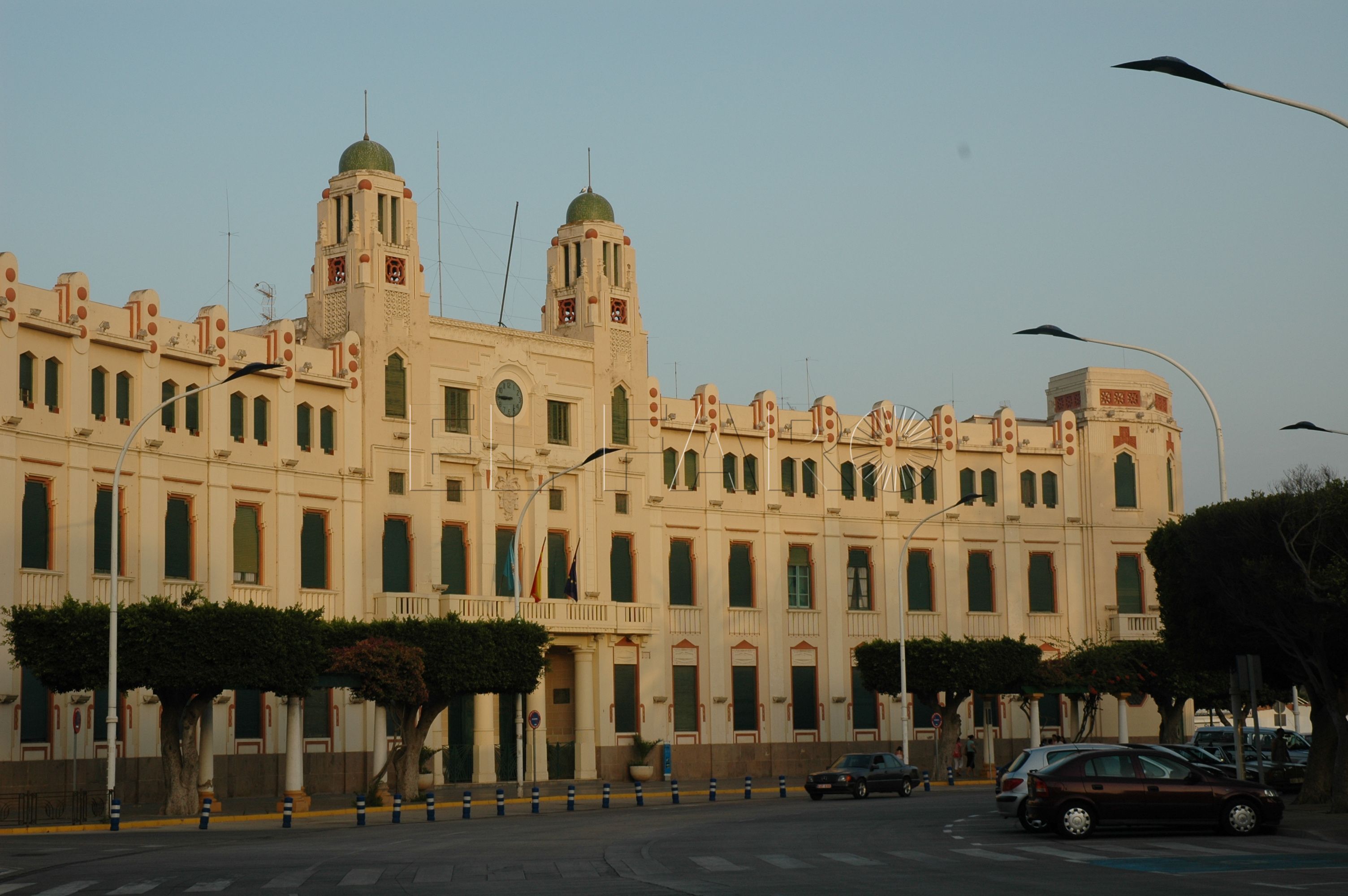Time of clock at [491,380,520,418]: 8:45
